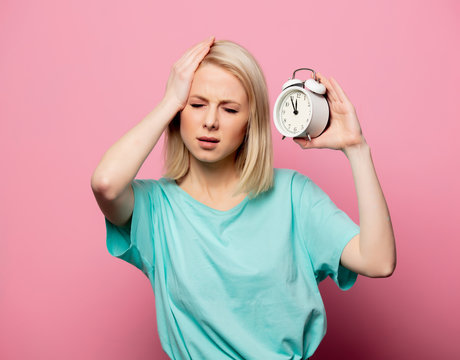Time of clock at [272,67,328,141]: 11:55
